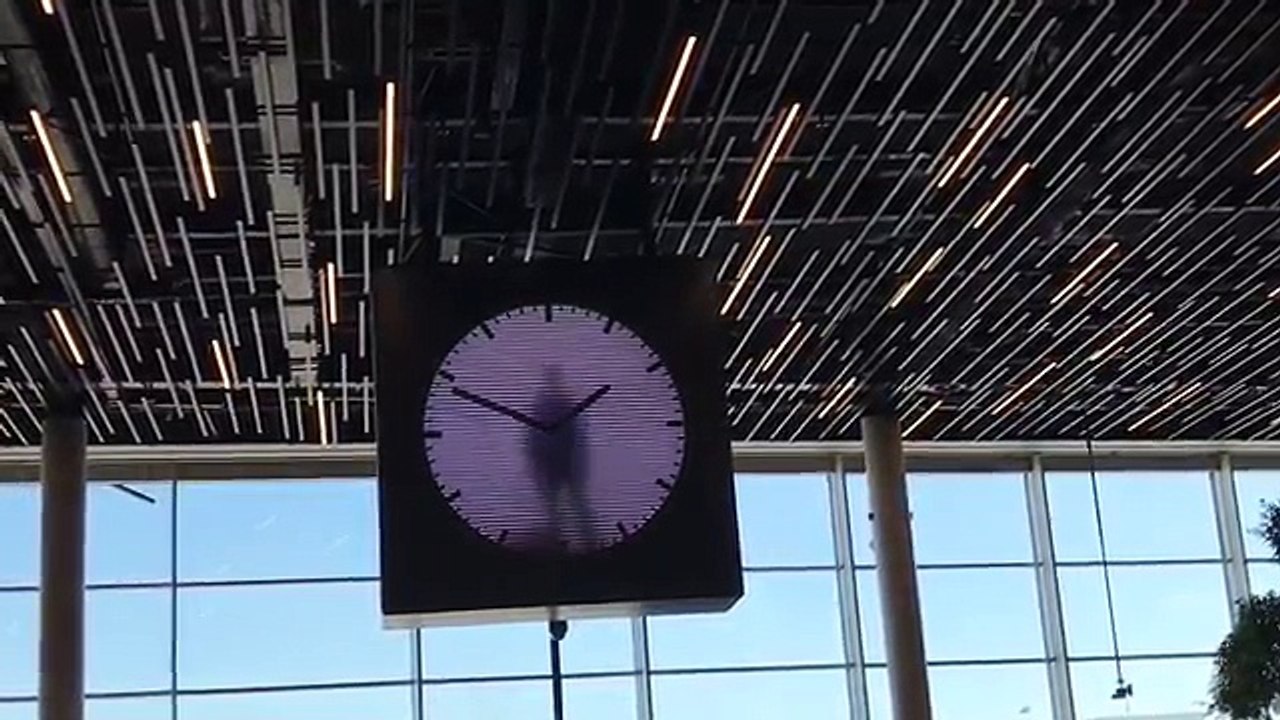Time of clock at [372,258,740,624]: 1:49
